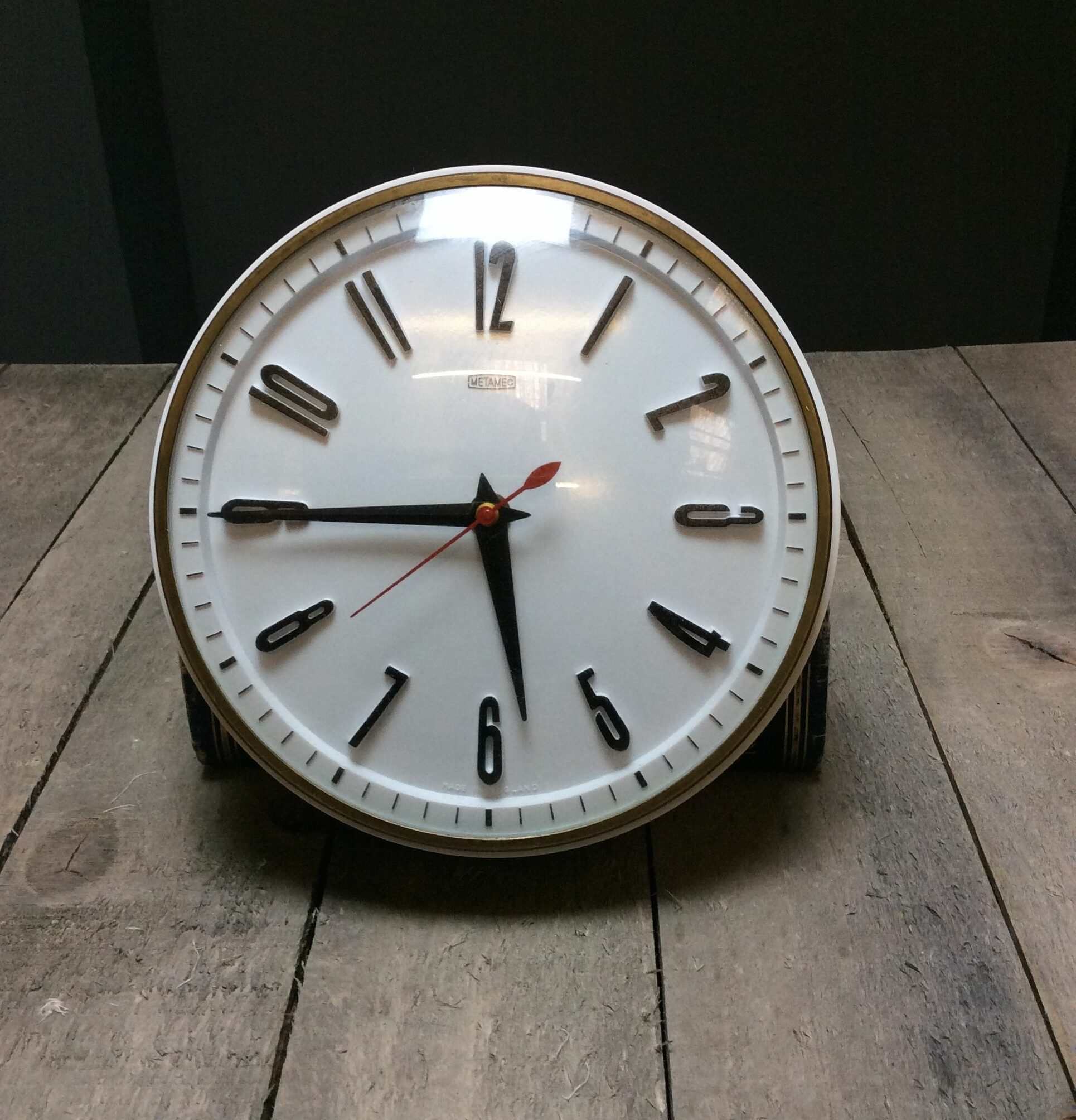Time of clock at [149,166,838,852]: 5:44
